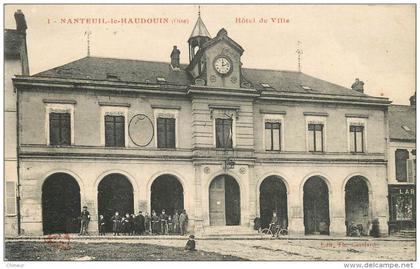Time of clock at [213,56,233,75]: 12:12
